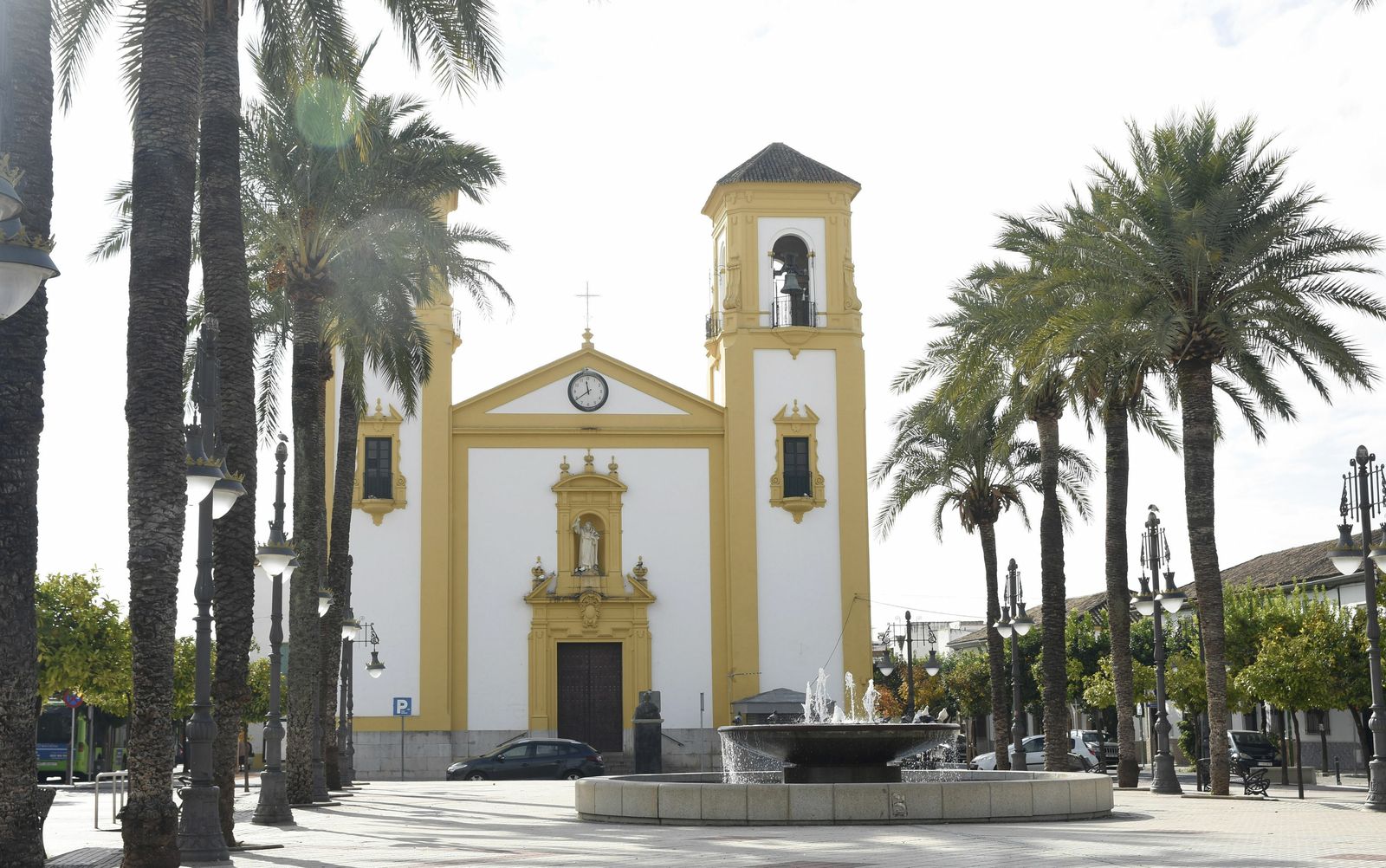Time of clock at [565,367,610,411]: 11:39
